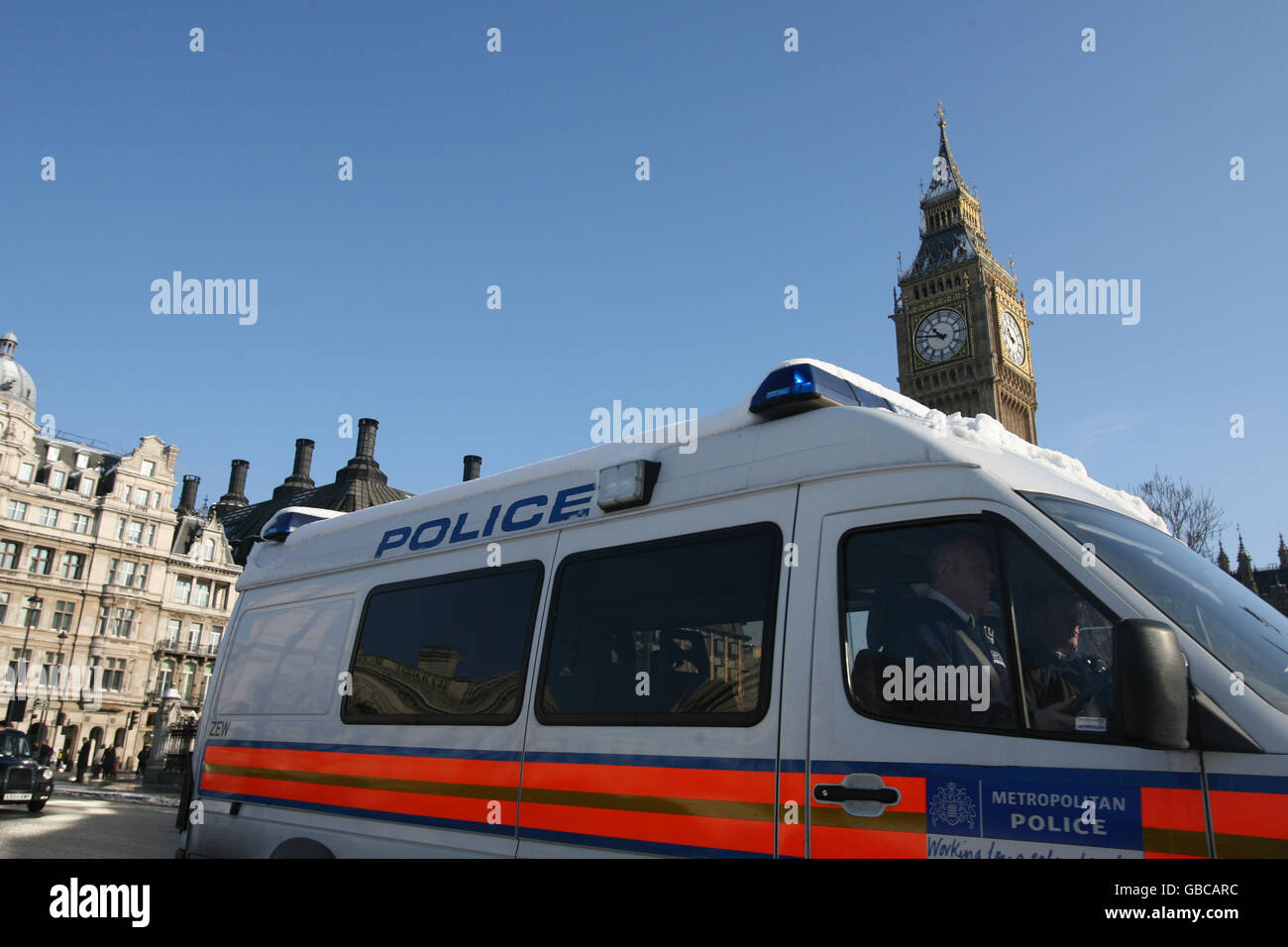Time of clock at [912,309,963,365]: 10:47
